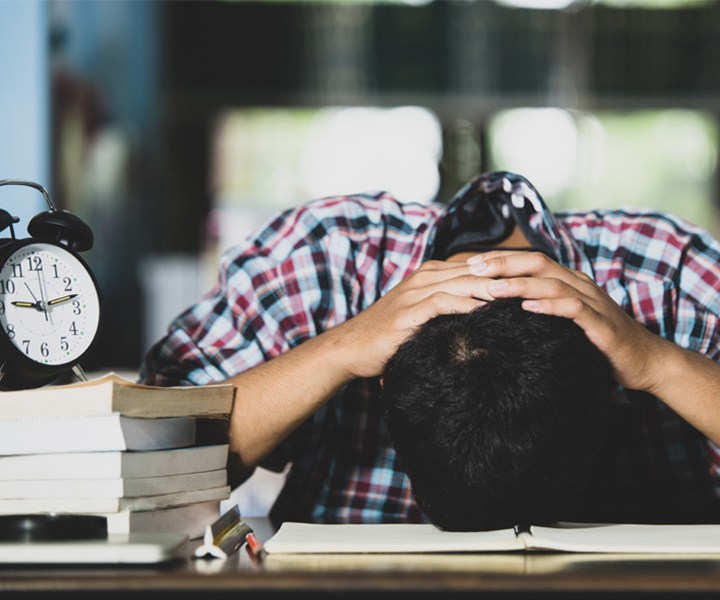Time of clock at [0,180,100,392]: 9:12
